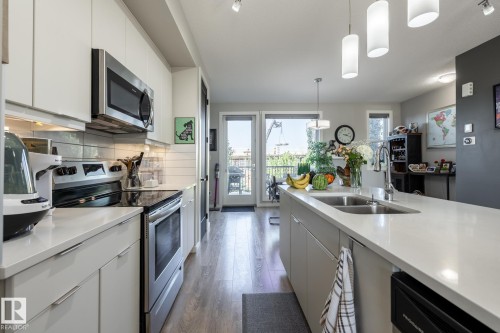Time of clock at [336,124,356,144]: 3:18
